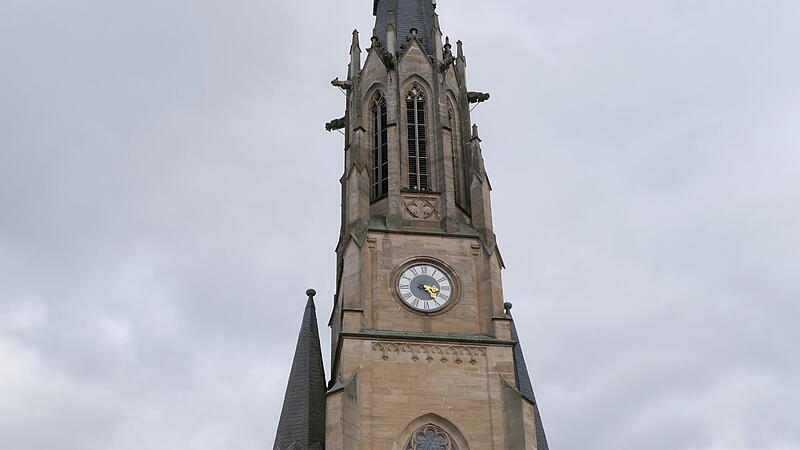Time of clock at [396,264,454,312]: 3:24
